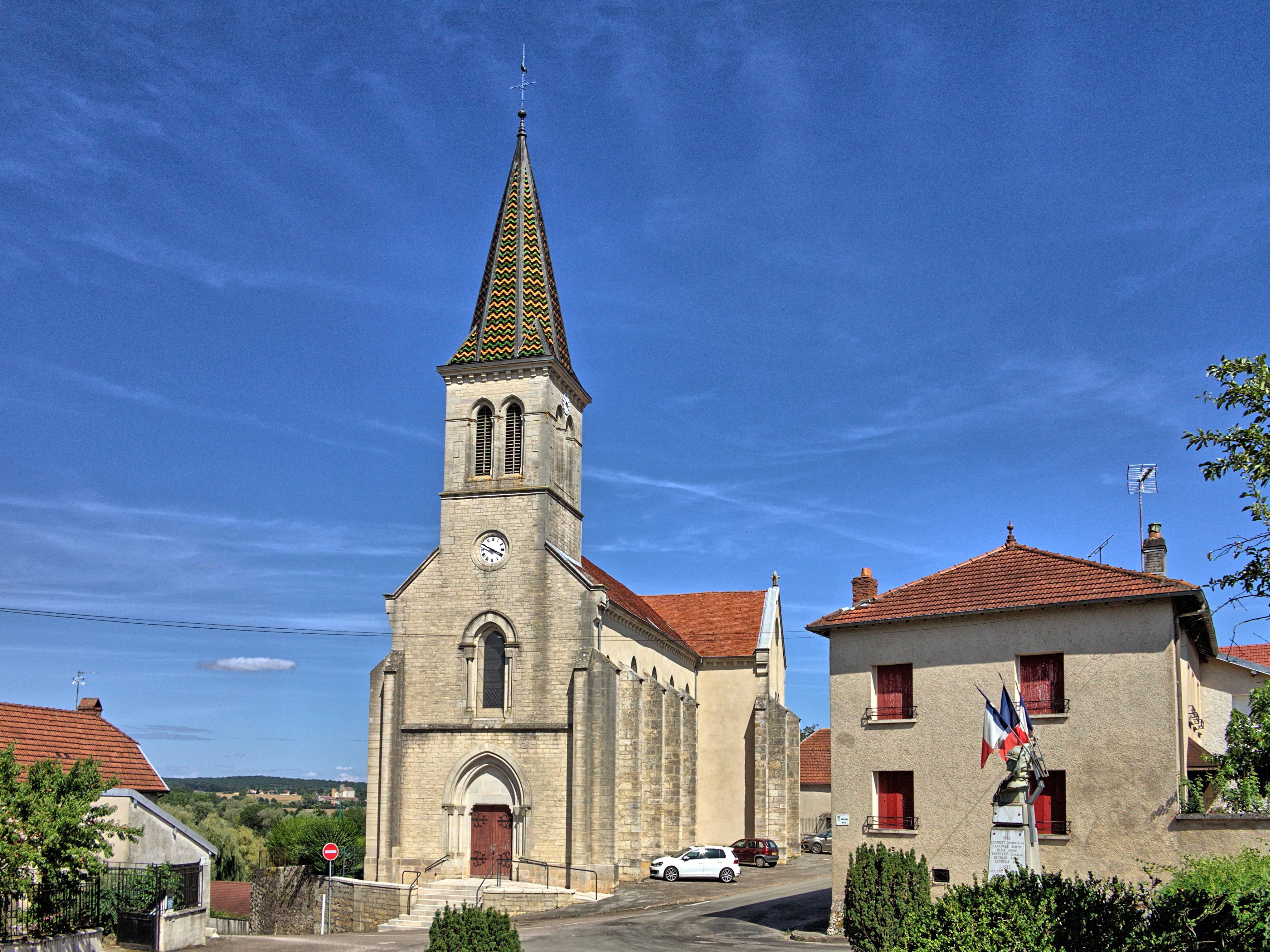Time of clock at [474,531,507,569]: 3:49
